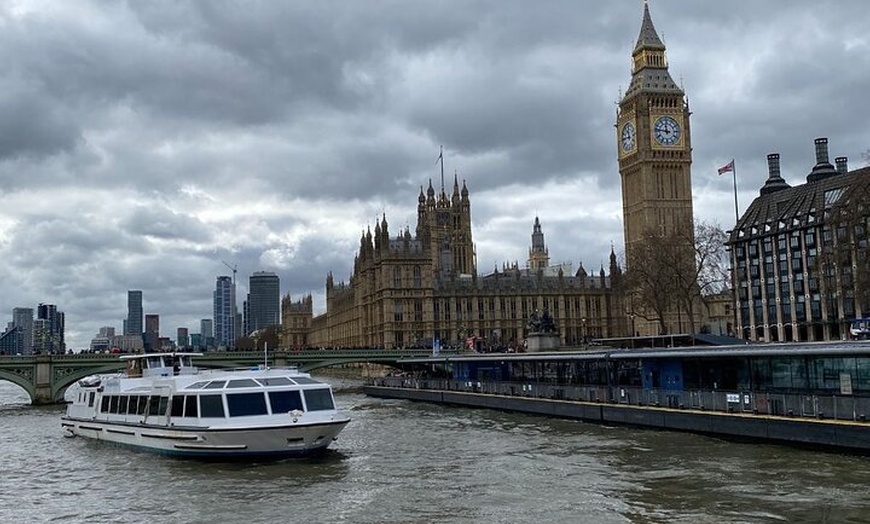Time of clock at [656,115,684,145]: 11:46
